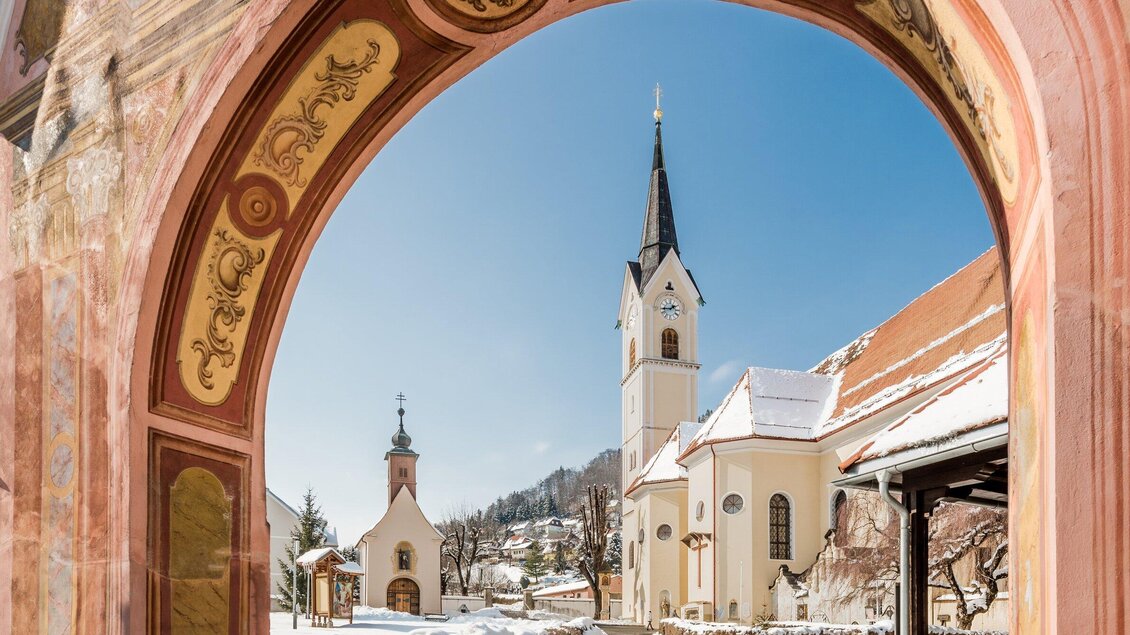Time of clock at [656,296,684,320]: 1:44
